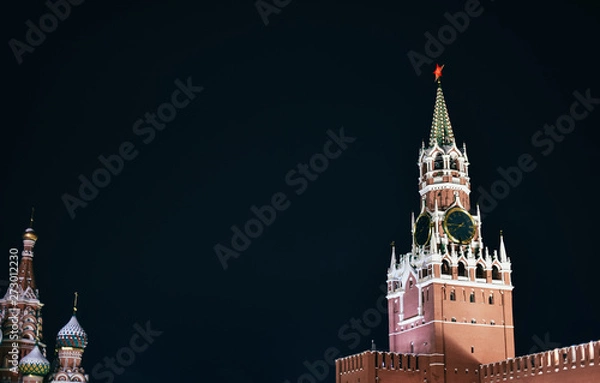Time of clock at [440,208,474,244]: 7:44
